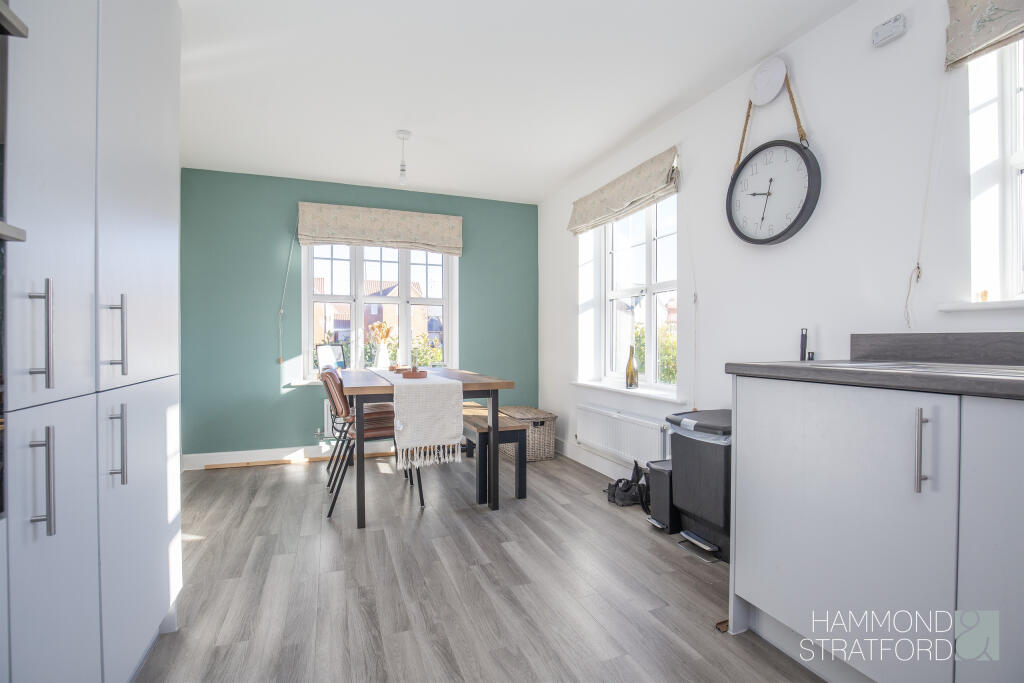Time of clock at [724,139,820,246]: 9:33
